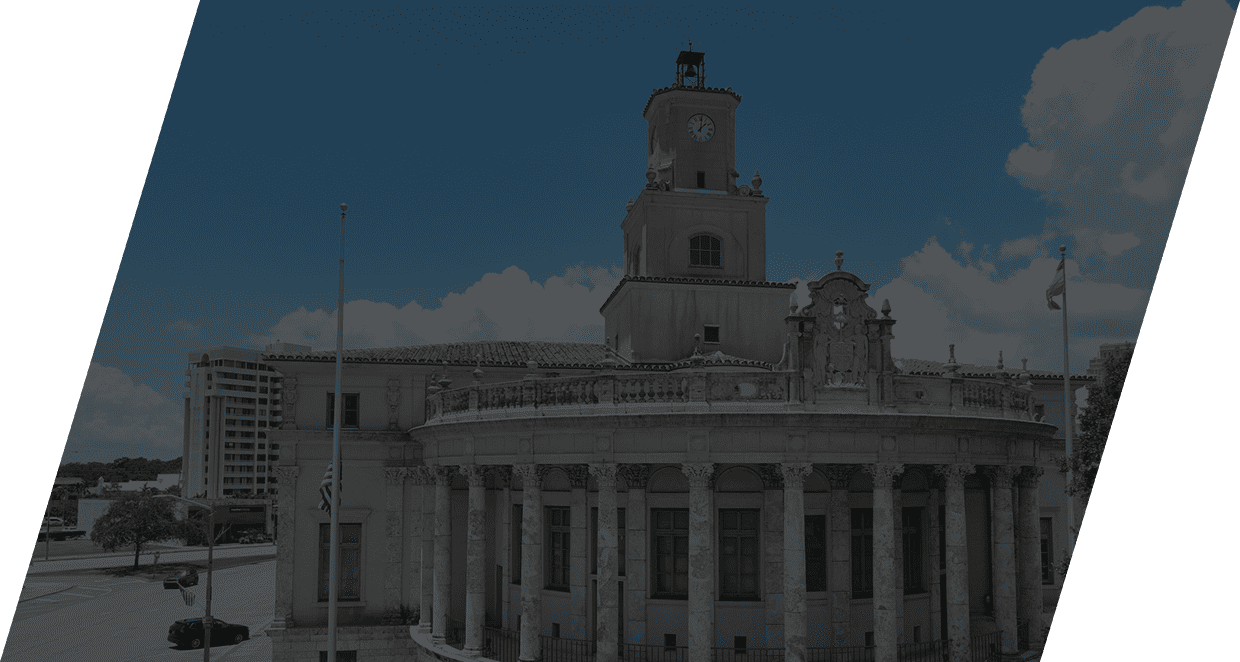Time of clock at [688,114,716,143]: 12:07
